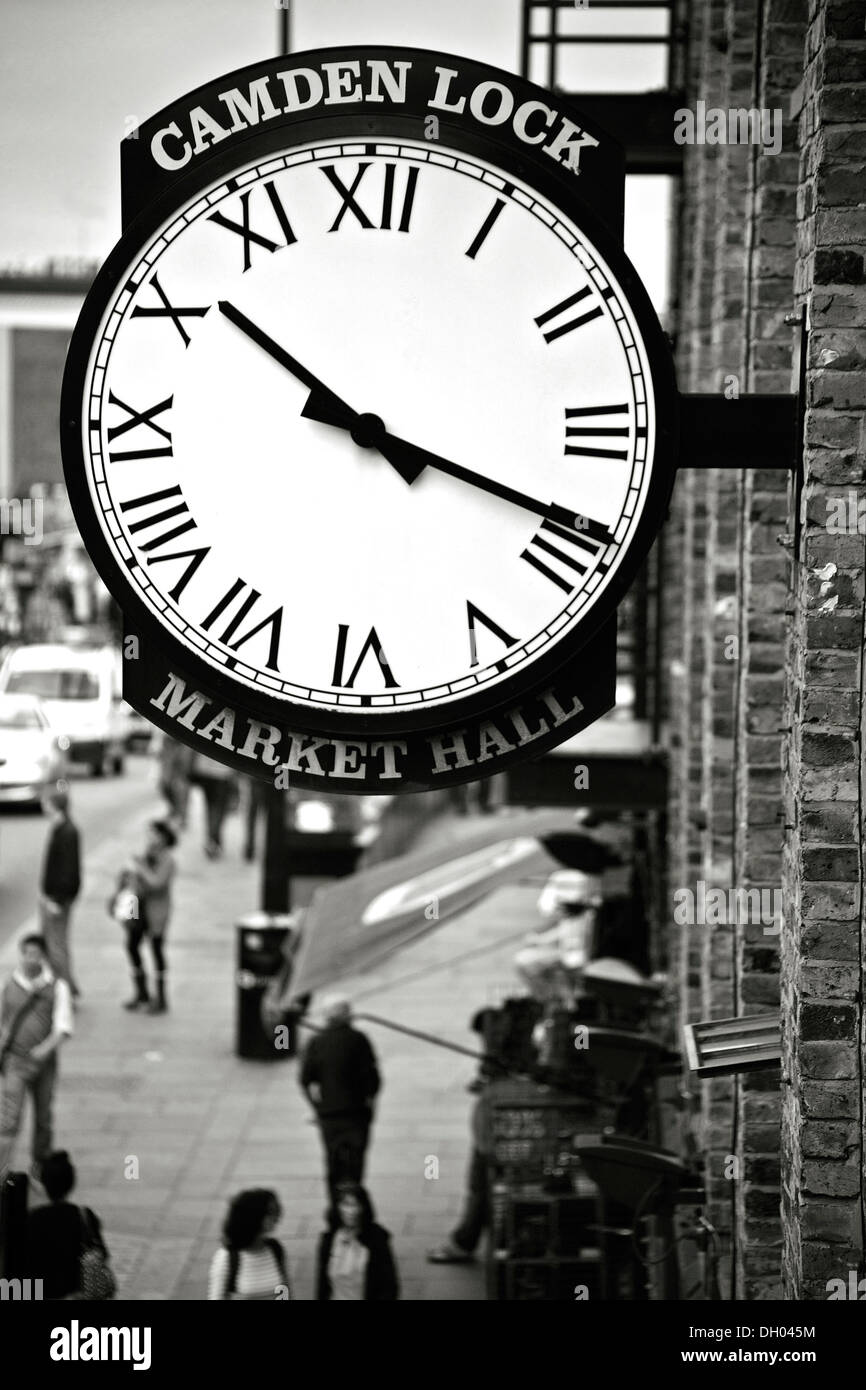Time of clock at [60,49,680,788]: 10:18
